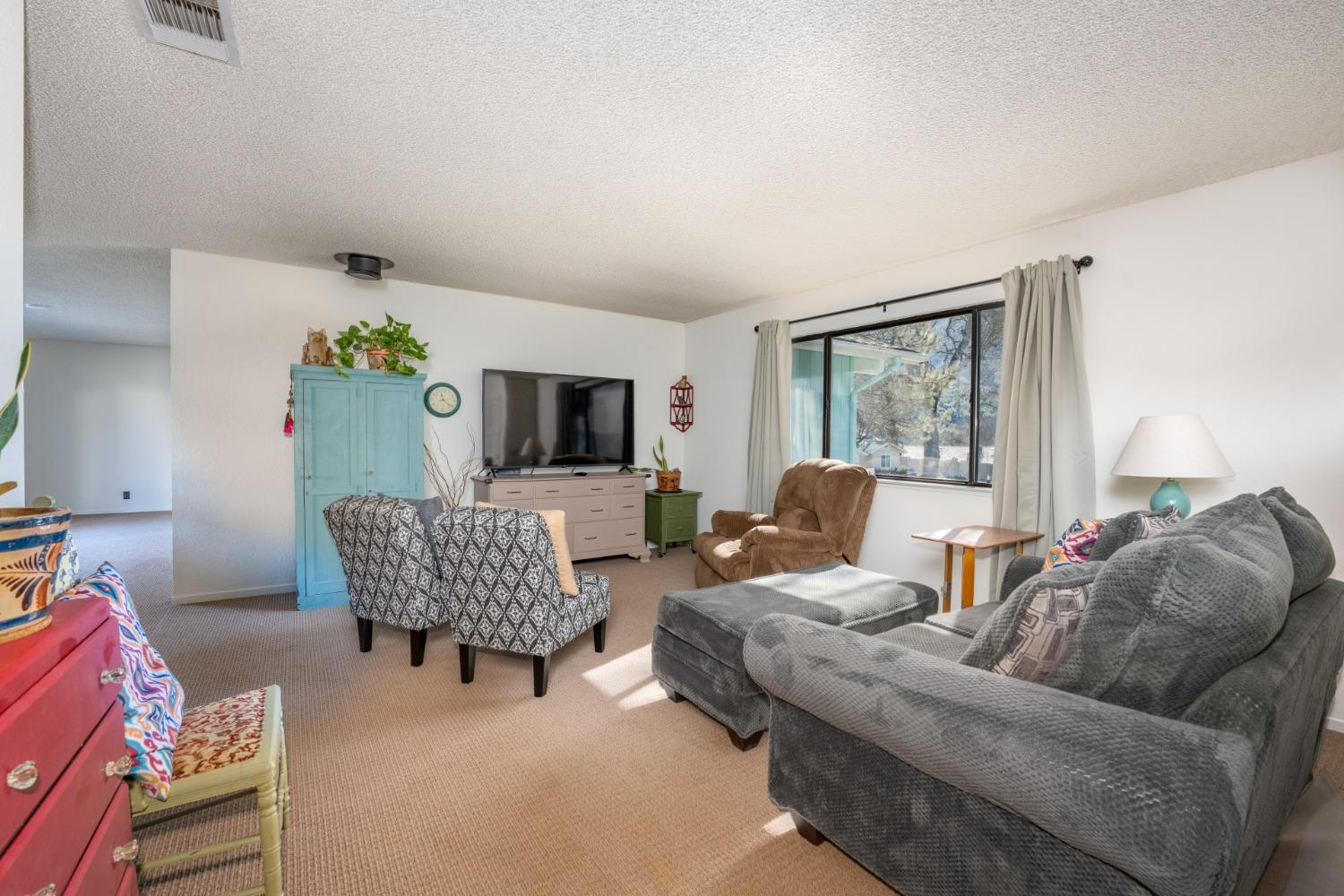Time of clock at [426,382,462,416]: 11:21
